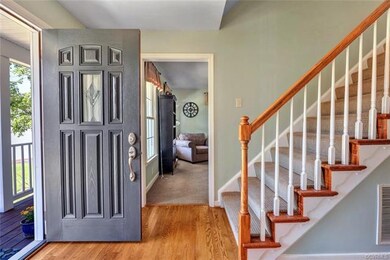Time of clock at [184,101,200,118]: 6:14
